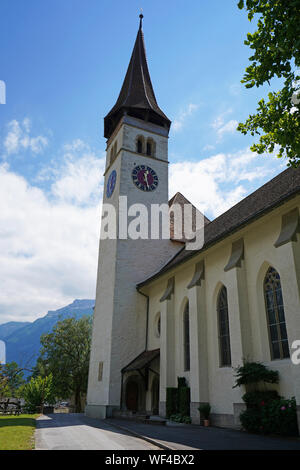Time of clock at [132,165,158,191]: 12:28
